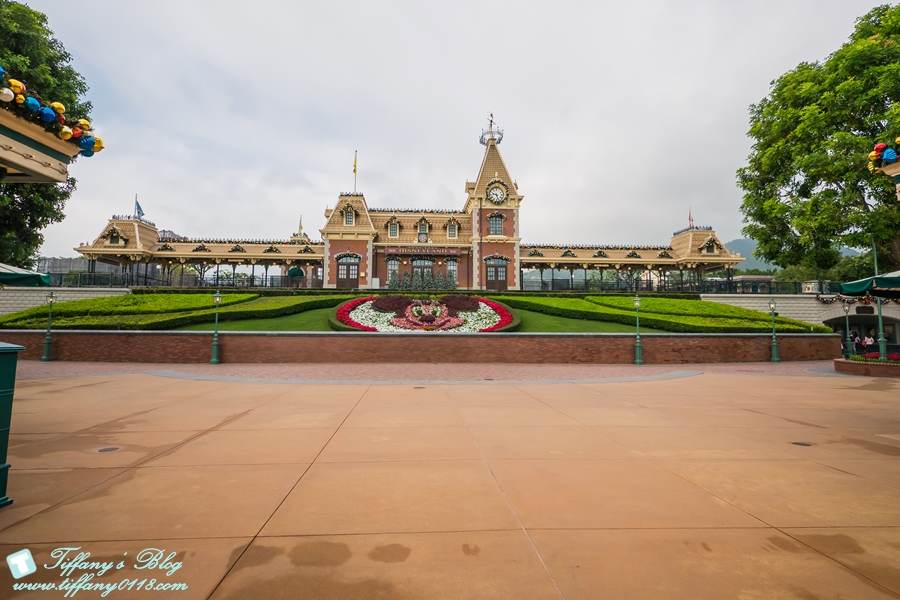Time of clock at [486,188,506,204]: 9:27
